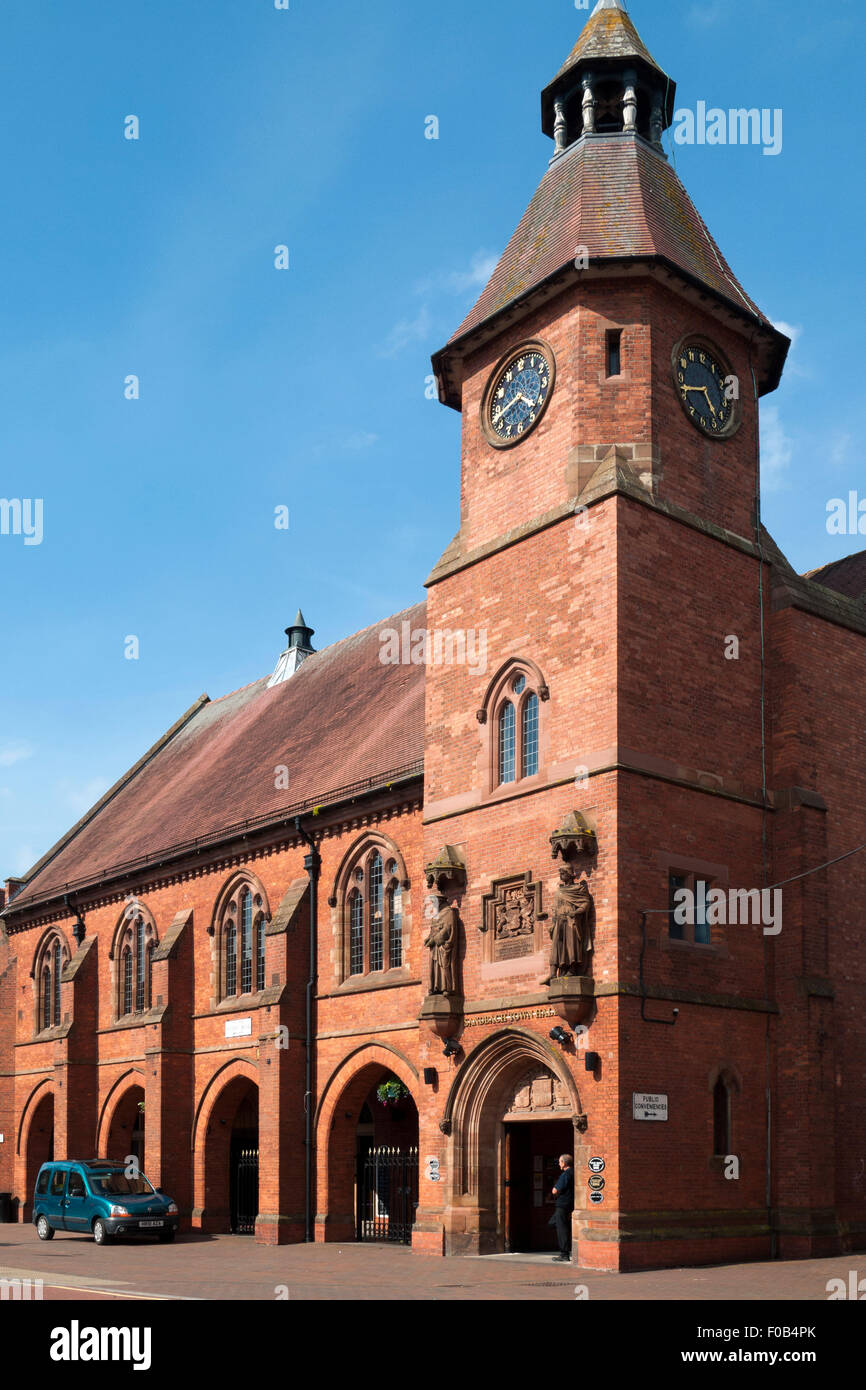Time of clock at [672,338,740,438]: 4:42
